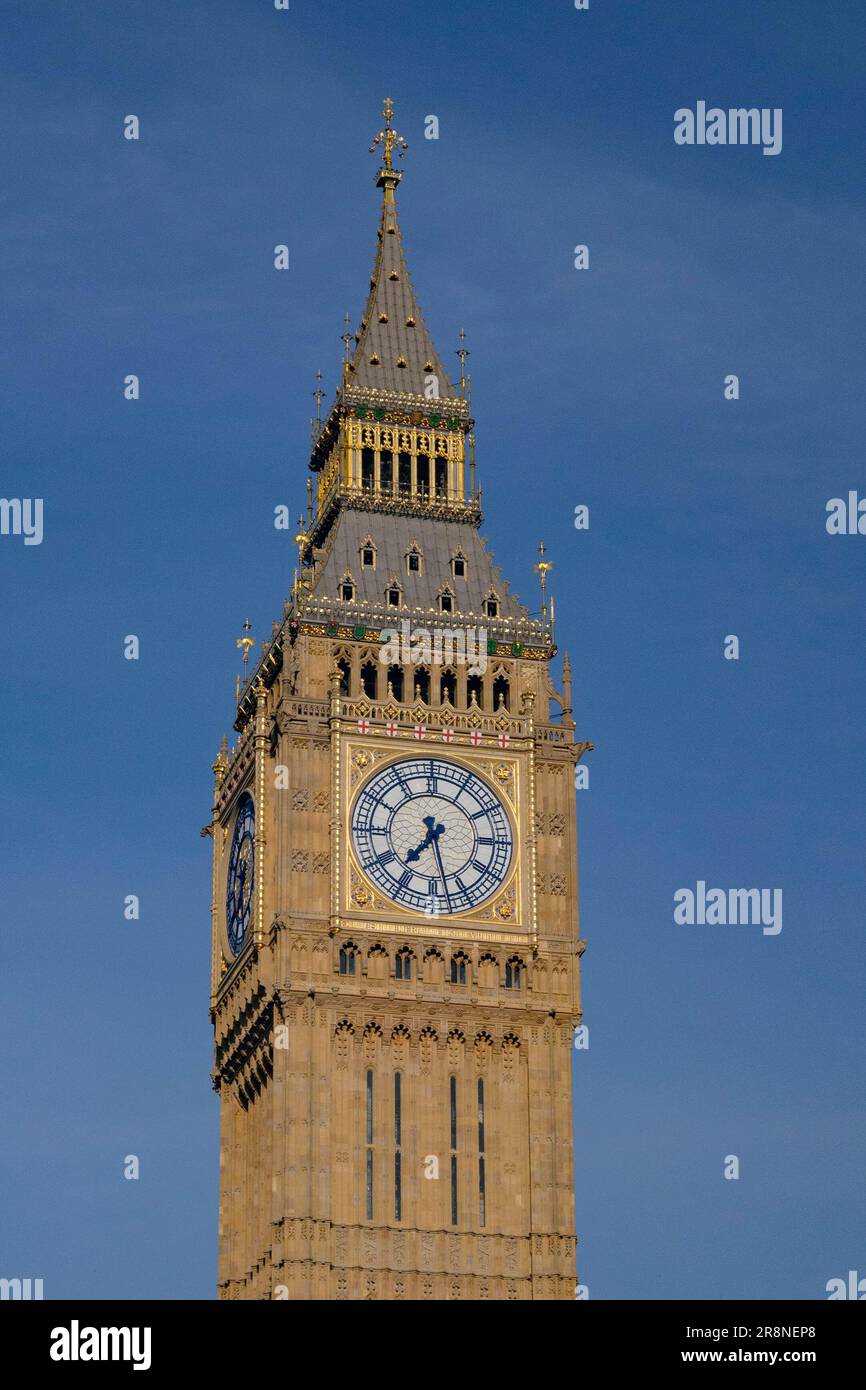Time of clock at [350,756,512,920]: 7:27
